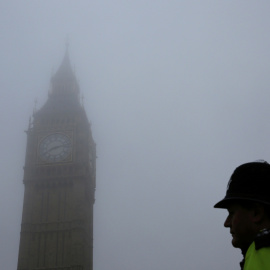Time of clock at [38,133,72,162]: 8:12
